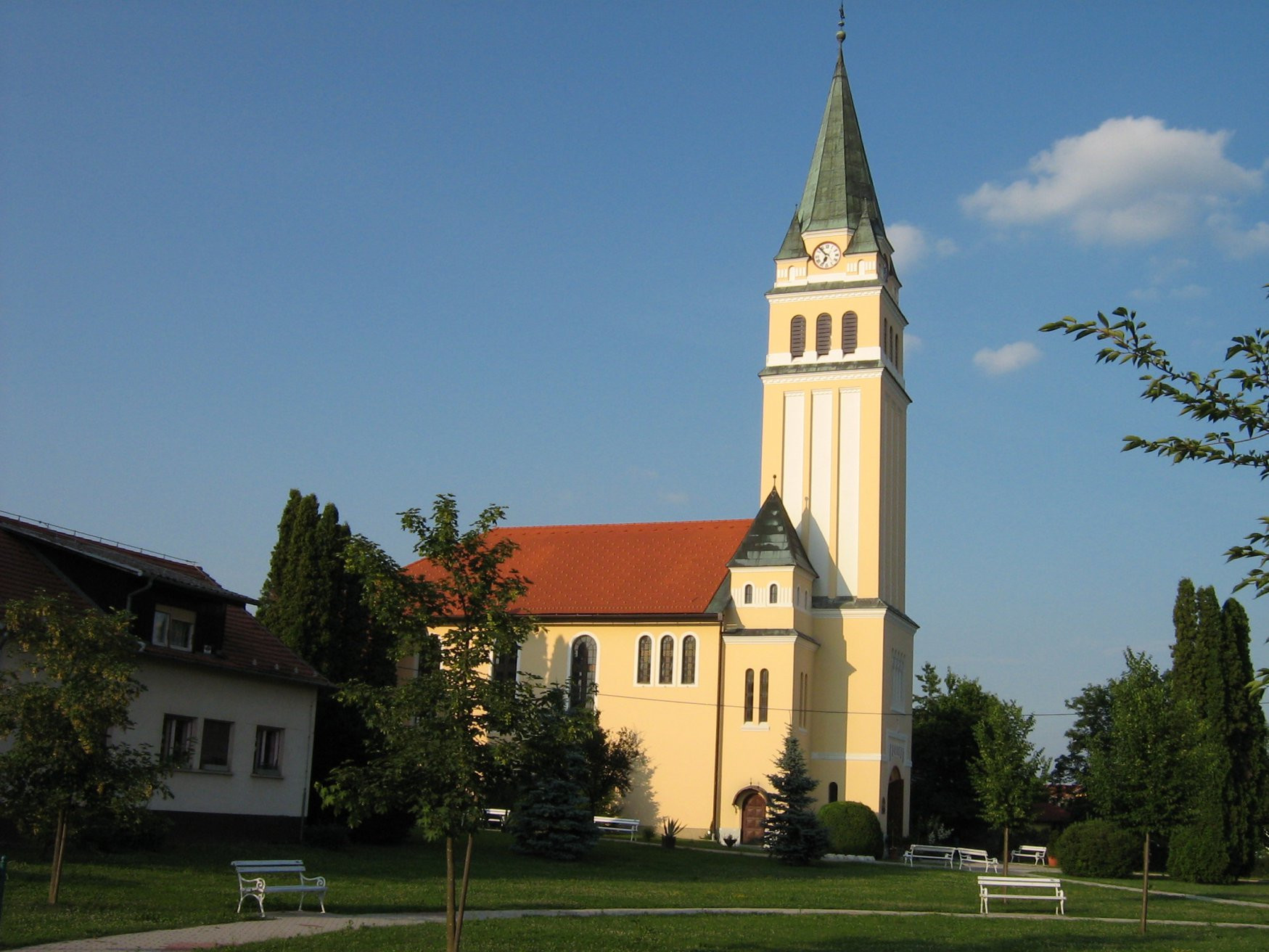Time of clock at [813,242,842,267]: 6:53
